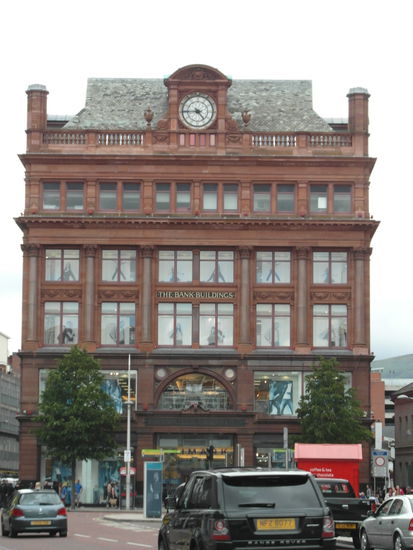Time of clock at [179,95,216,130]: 4:44
